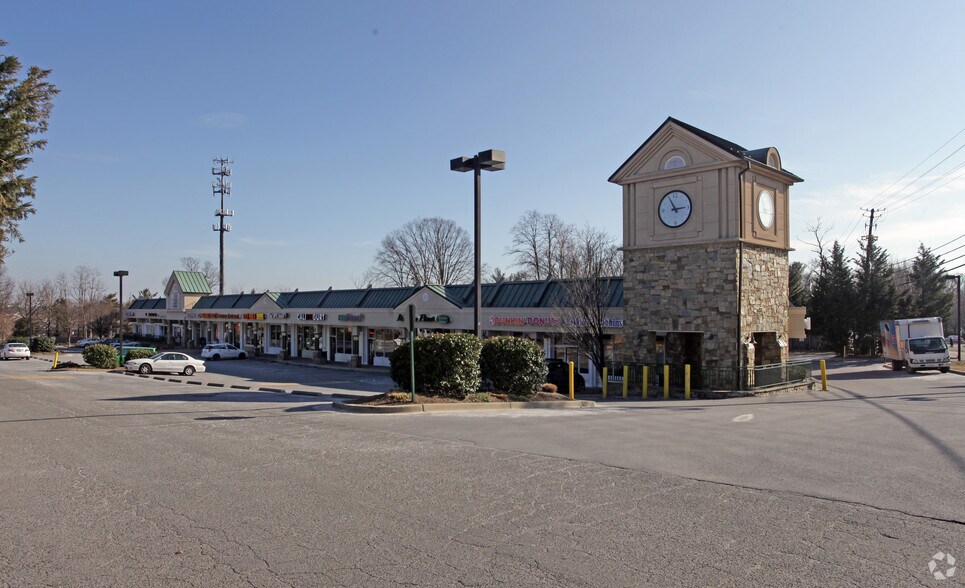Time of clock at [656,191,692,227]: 2:55
